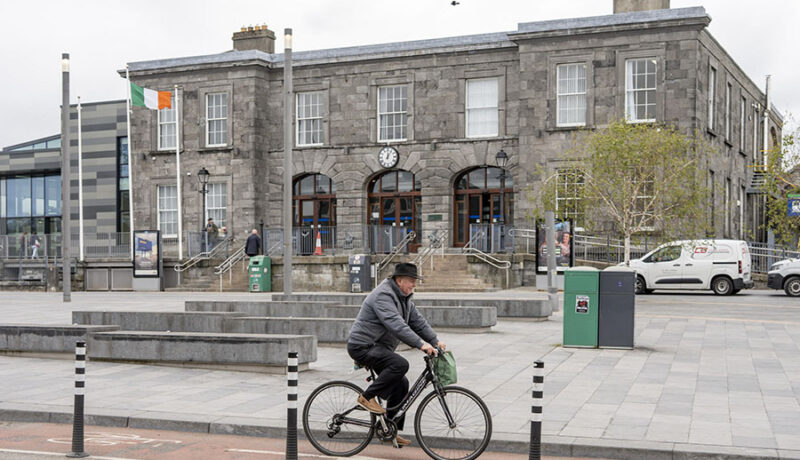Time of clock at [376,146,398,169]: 12:05
